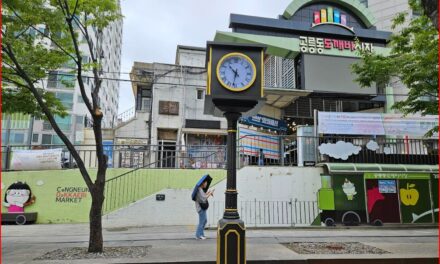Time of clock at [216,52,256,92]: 10:32
